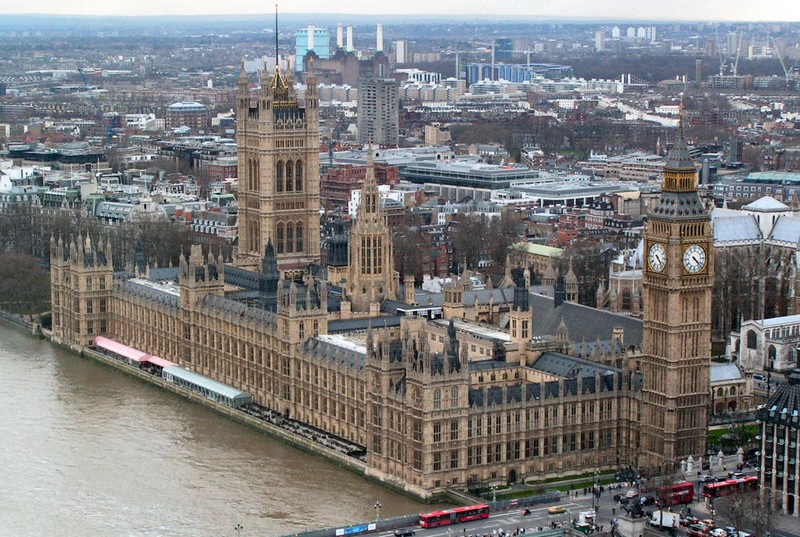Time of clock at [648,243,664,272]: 4:22
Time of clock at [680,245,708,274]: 4:22
